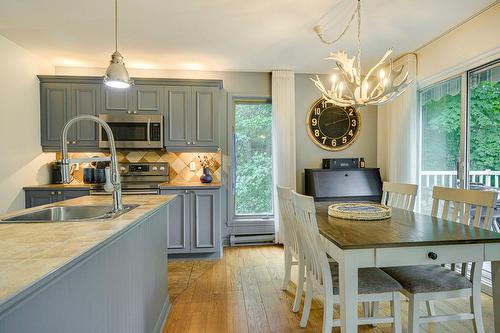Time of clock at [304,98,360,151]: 2:12
